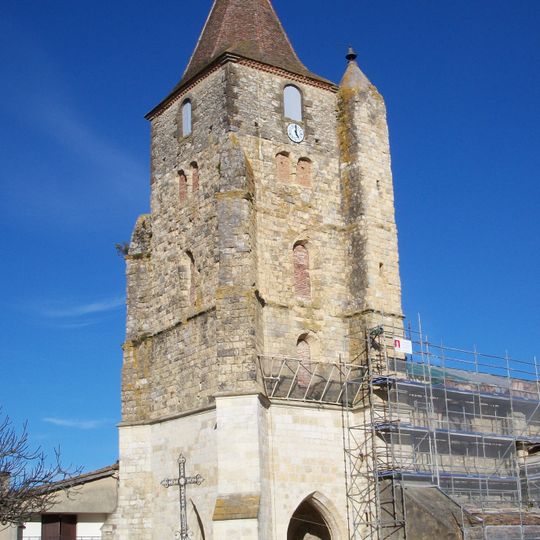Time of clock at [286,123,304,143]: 5:00
